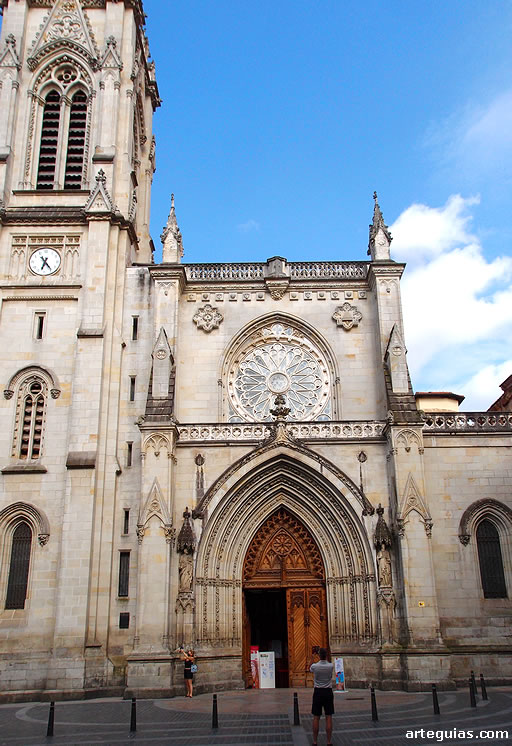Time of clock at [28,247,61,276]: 6:23
